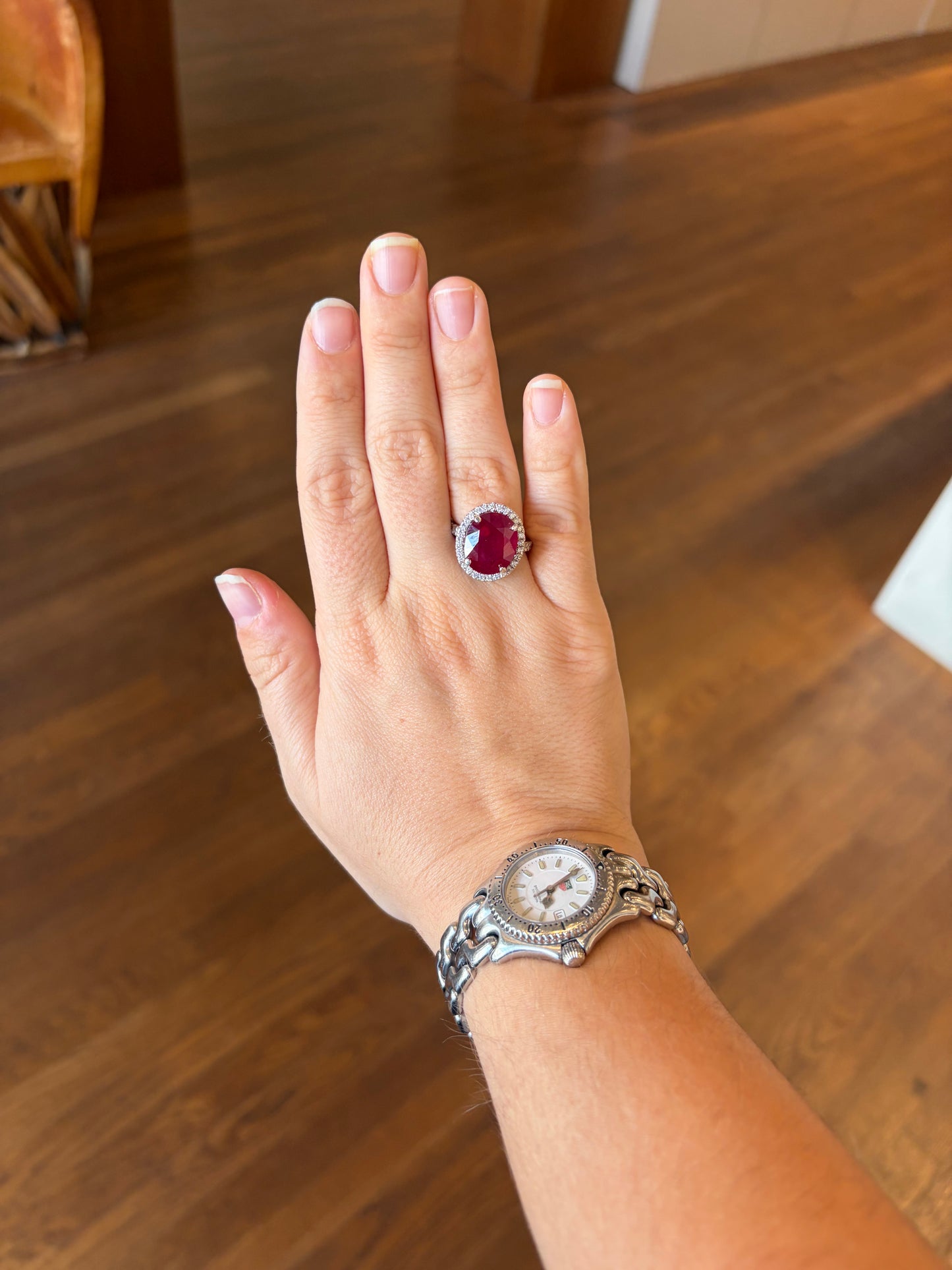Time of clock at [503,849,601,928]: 6:07
